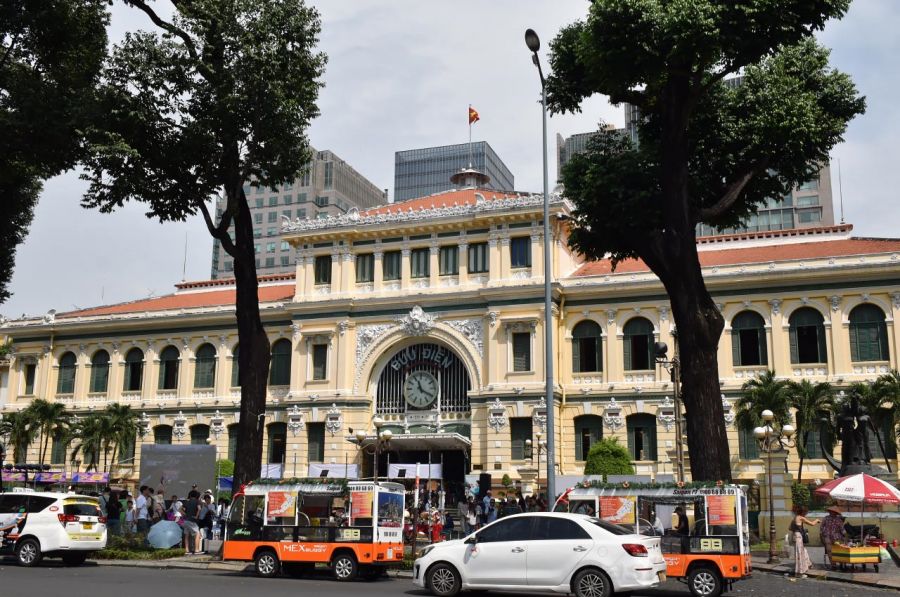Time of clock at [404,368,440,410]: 11:19
